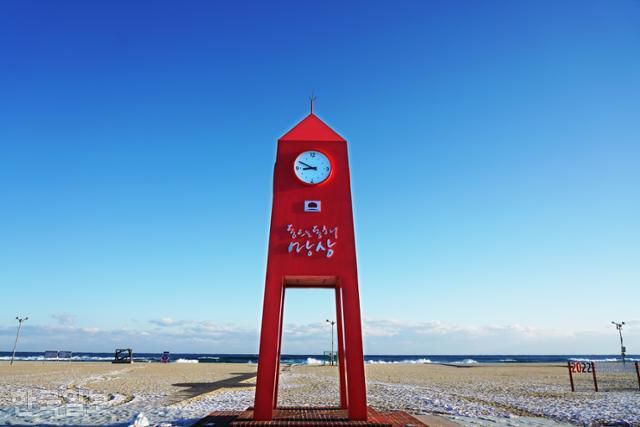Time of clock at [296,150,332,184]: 8:49
